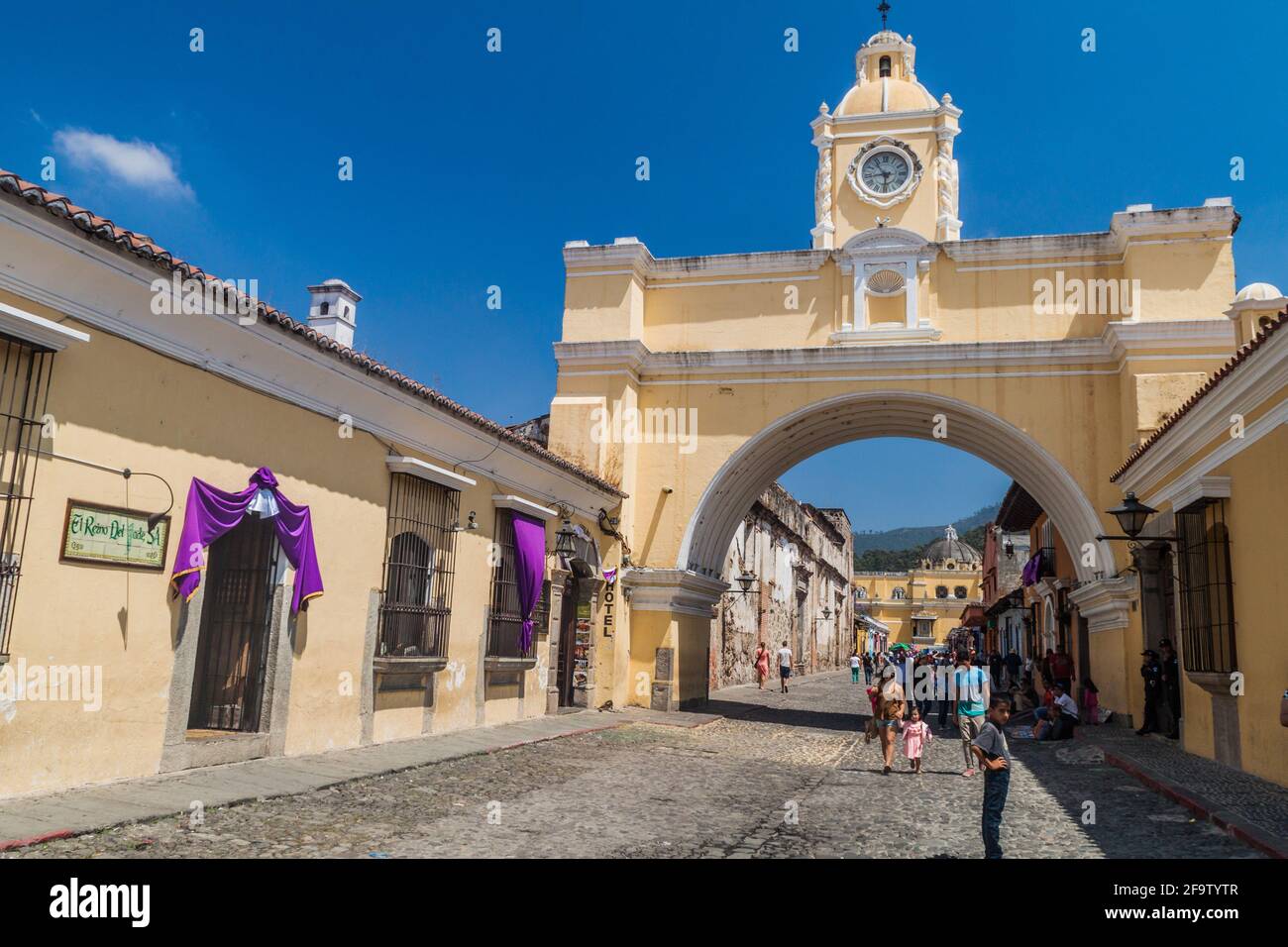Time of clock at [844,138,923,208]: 5:53
